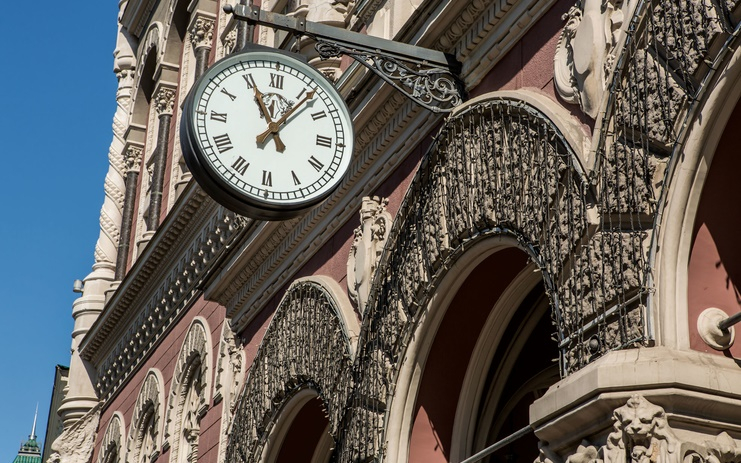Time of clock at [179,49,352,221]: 11:06
